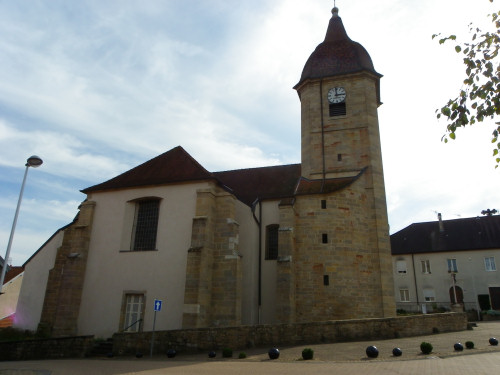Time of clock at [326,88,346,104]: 2:59
